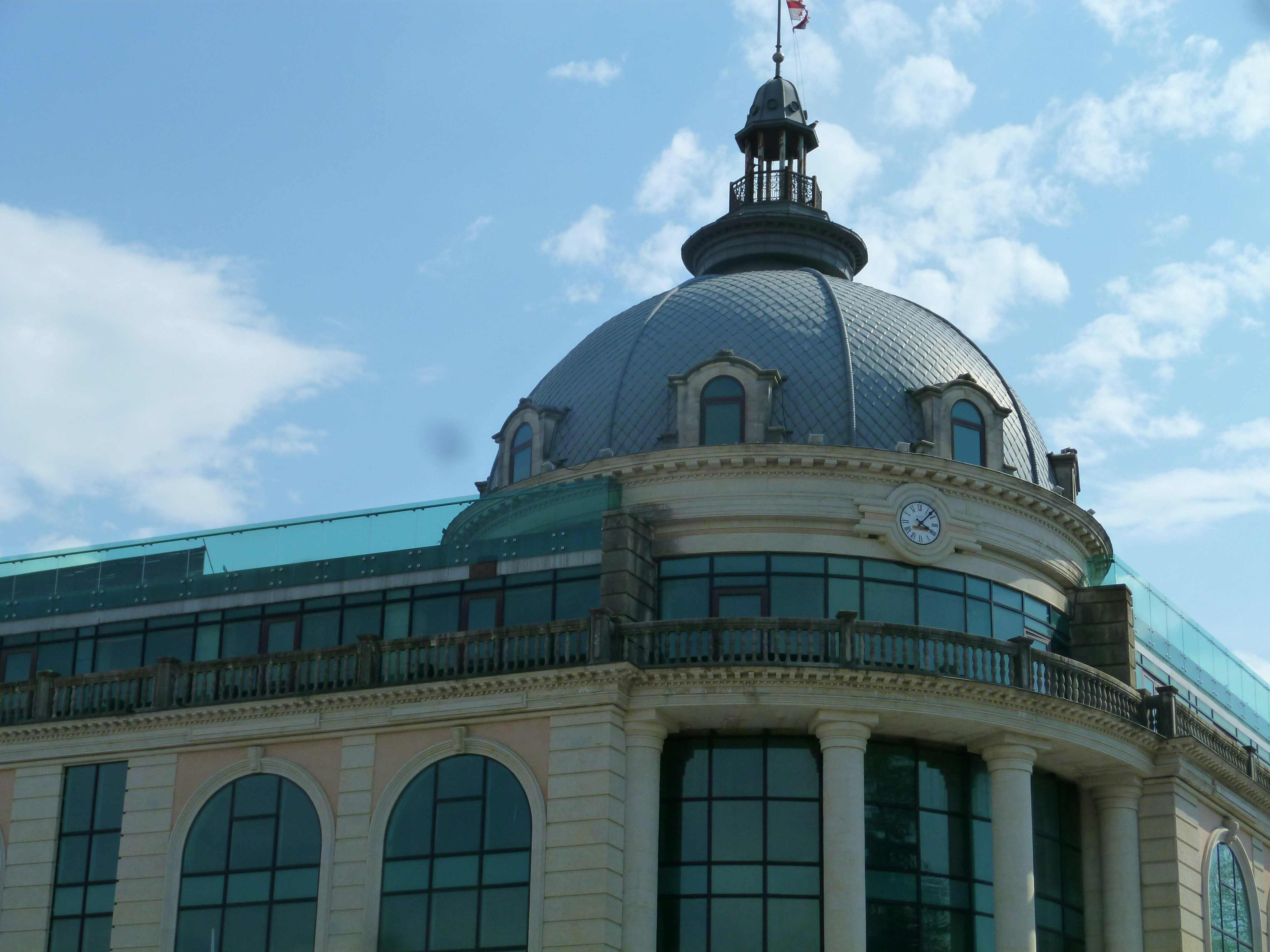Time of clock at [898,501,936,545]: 4:07
